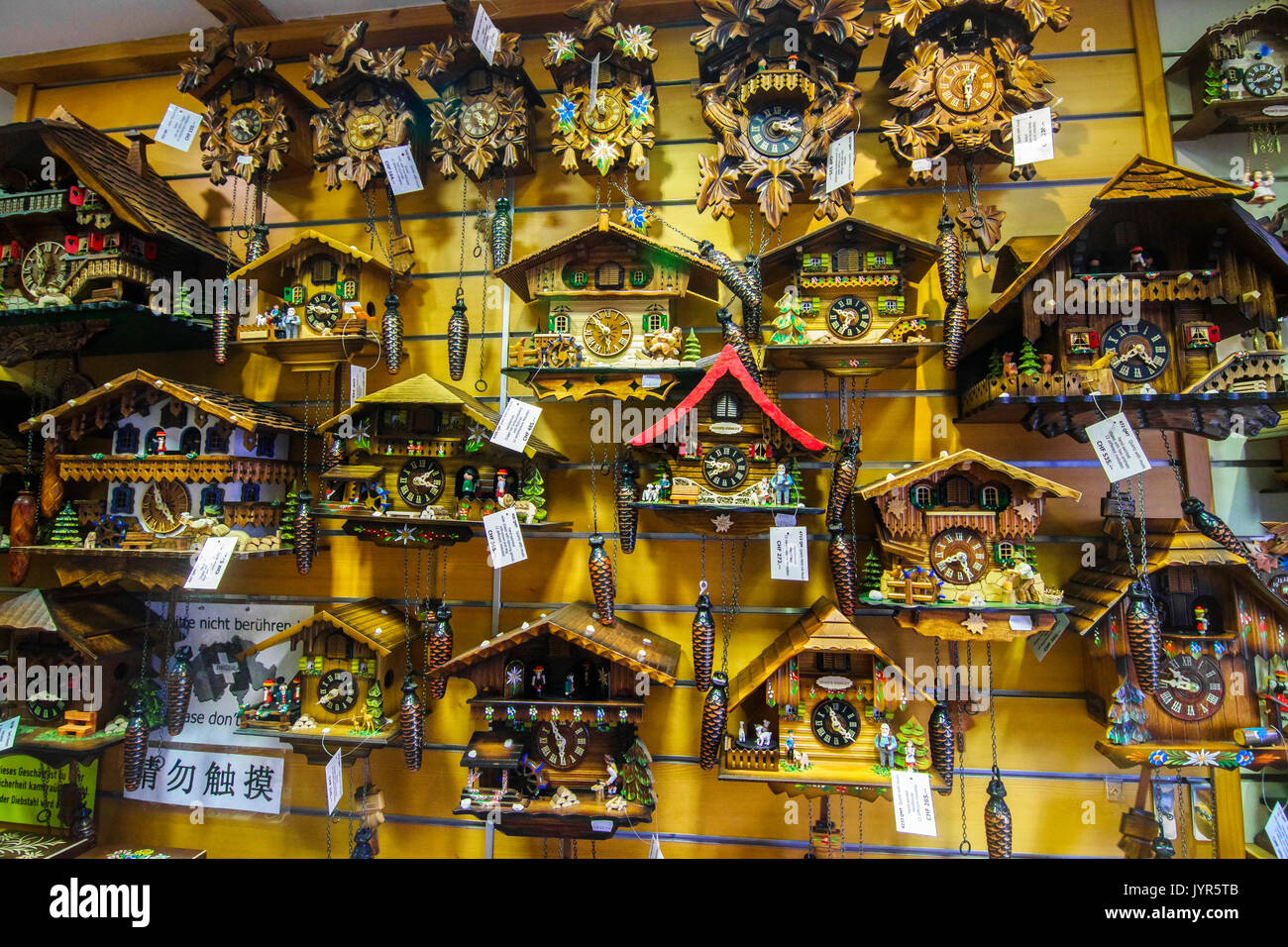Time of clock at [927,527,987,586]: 8:25
